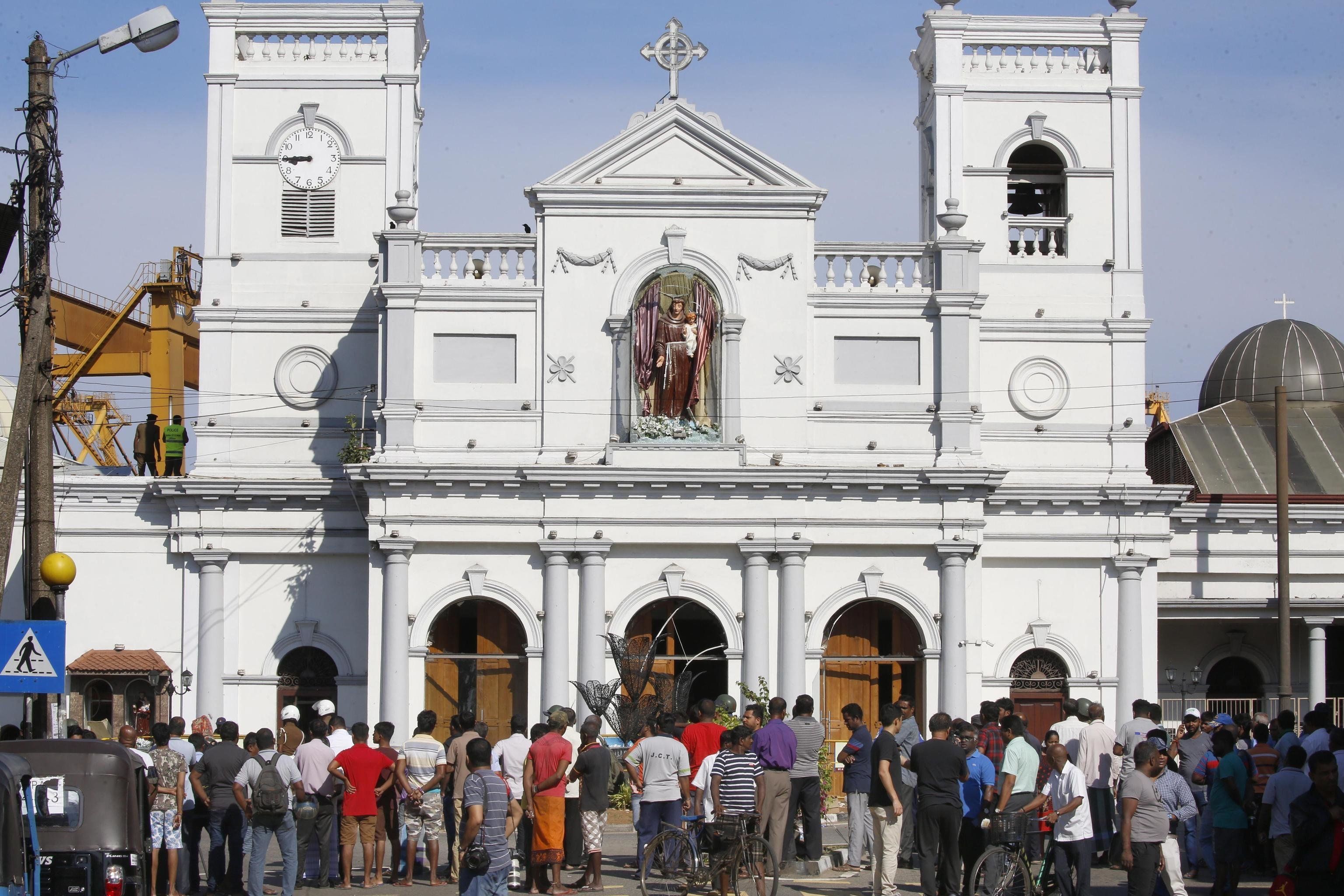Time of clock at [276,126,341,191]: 8:45
